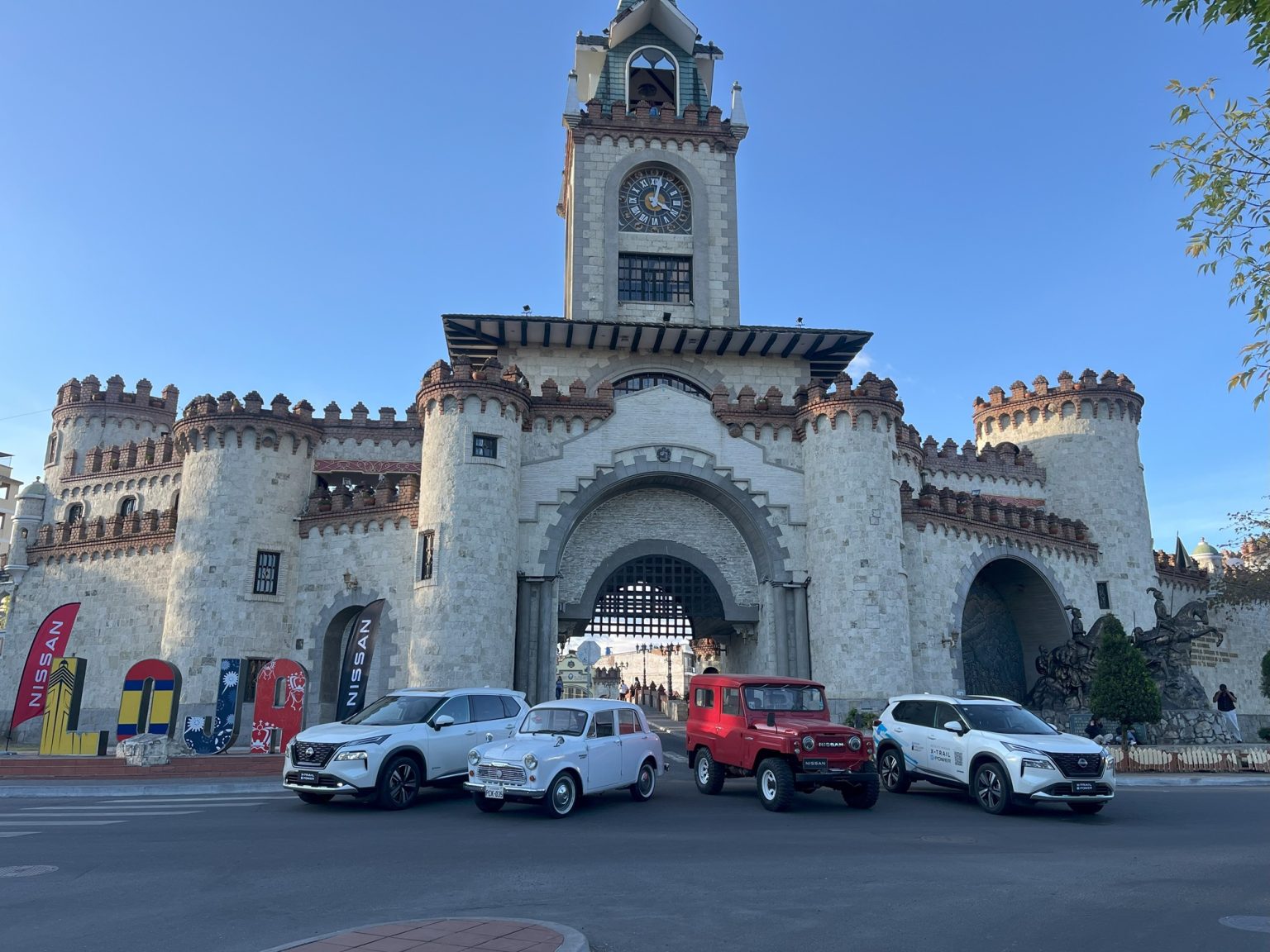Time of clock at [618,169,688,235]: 4:02
